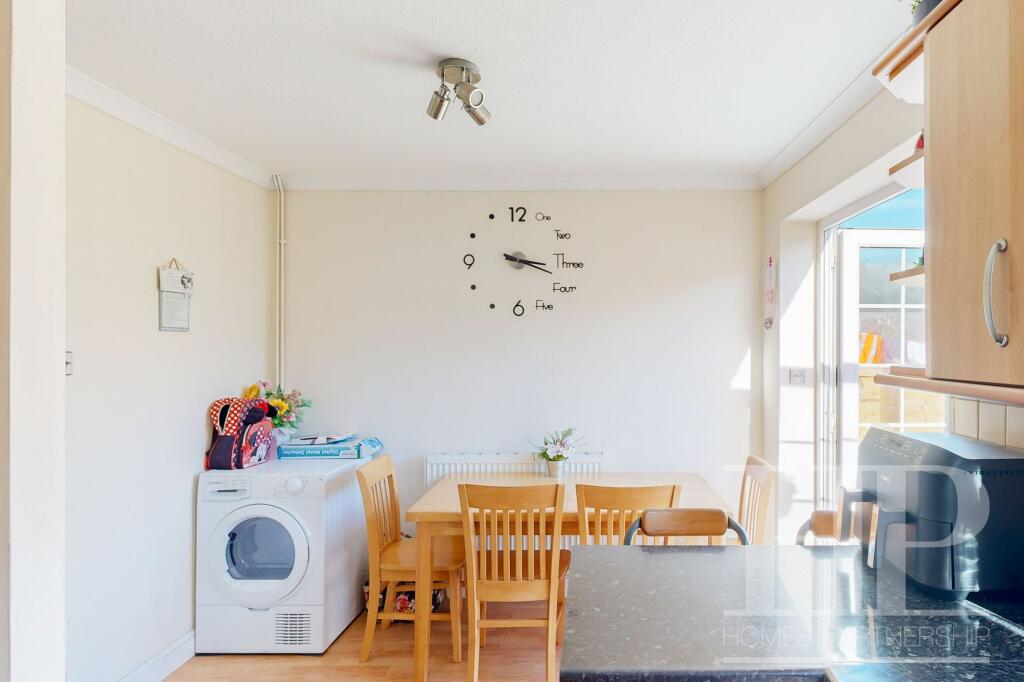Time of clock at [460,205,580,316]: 3:18
